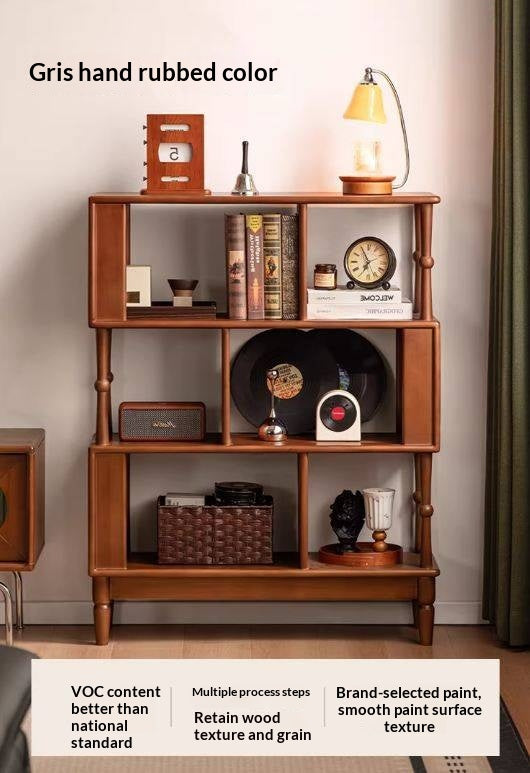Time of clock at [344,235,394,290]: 6:55
